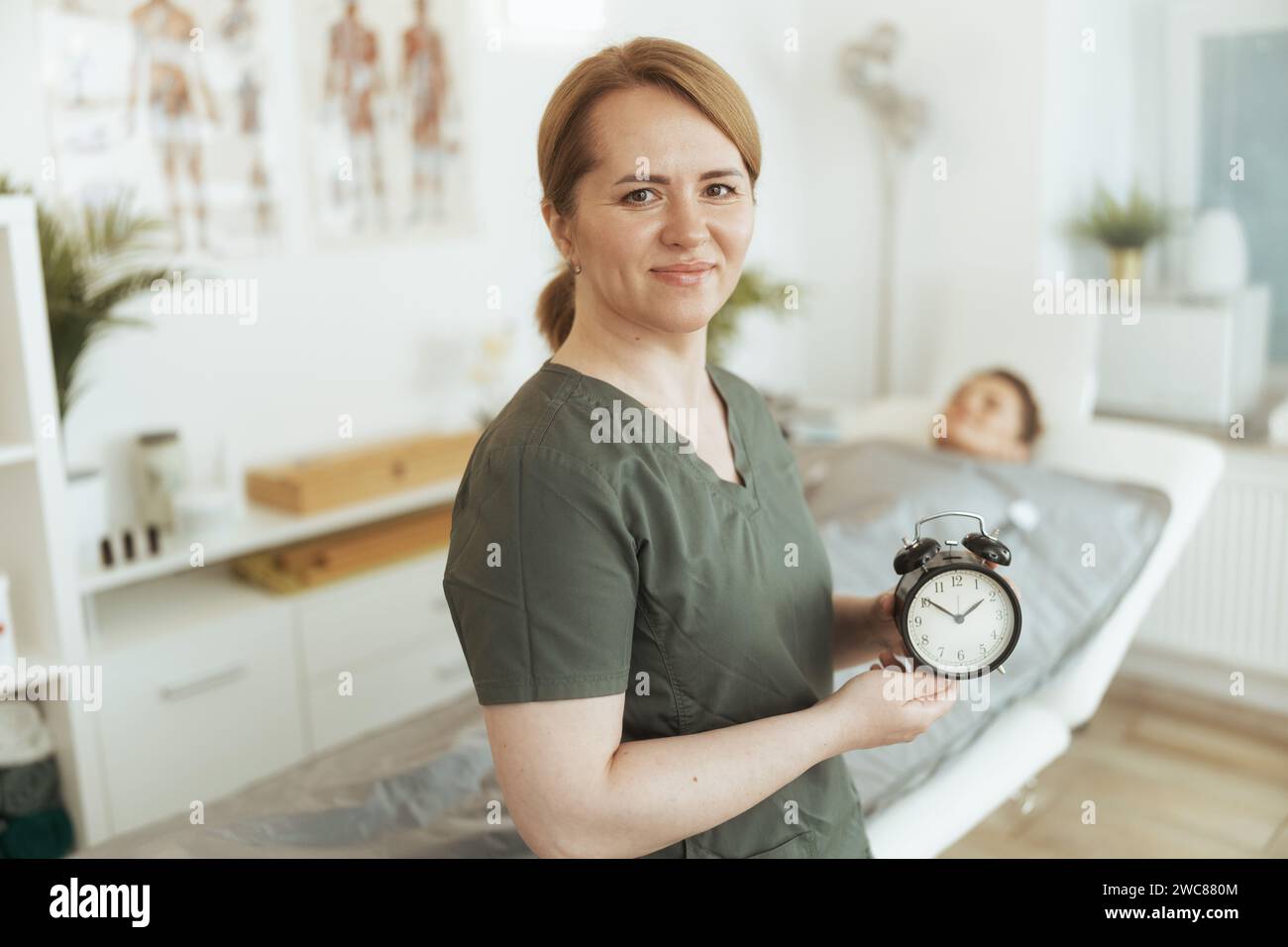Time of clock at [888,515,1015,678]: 1:50
